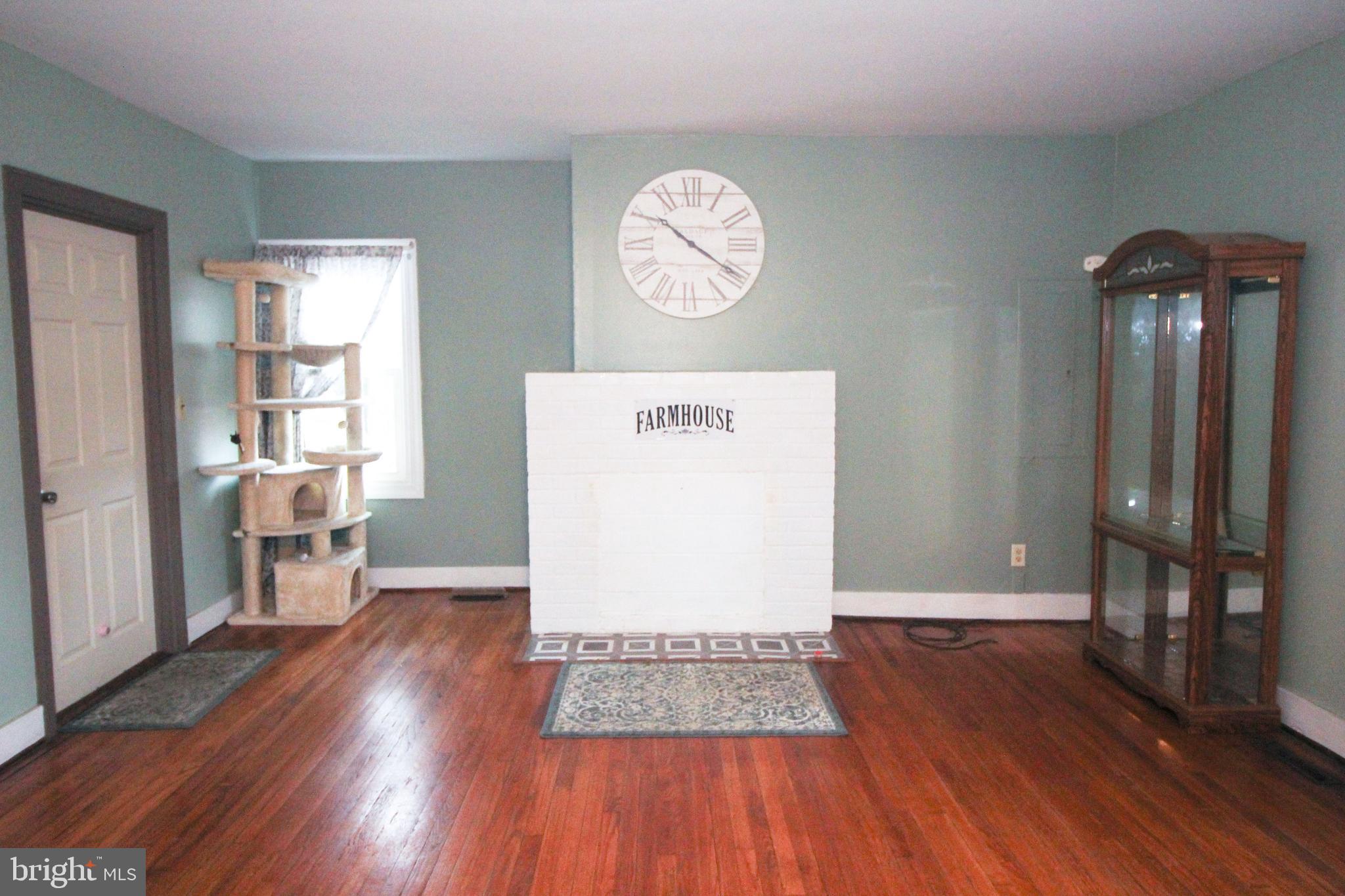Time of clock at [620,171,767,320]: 10:20
